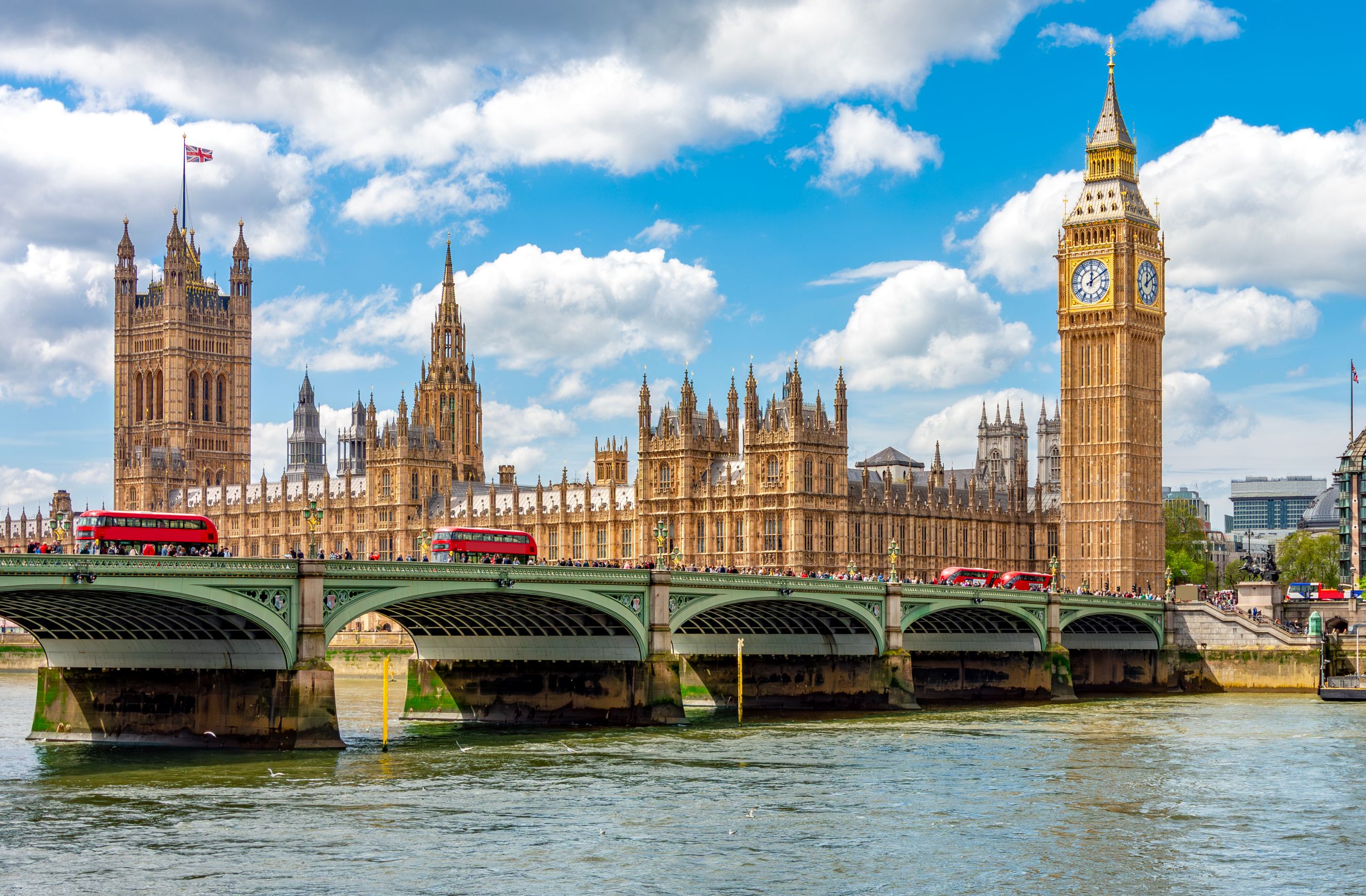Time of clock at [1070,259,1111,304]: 12:09
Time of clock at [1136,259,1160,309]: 12:09
